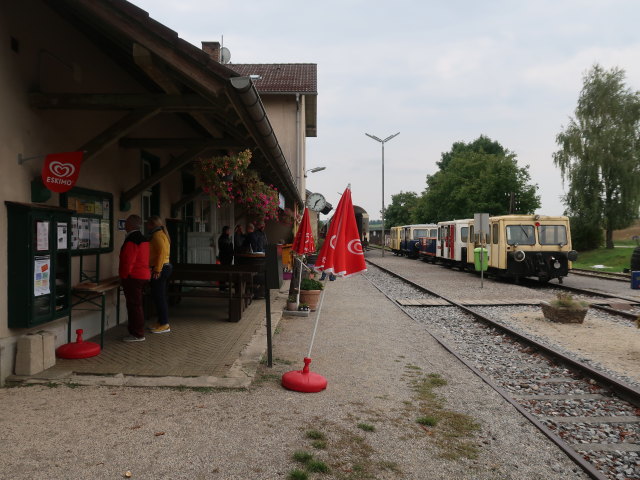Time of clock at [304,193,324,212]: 1:33
